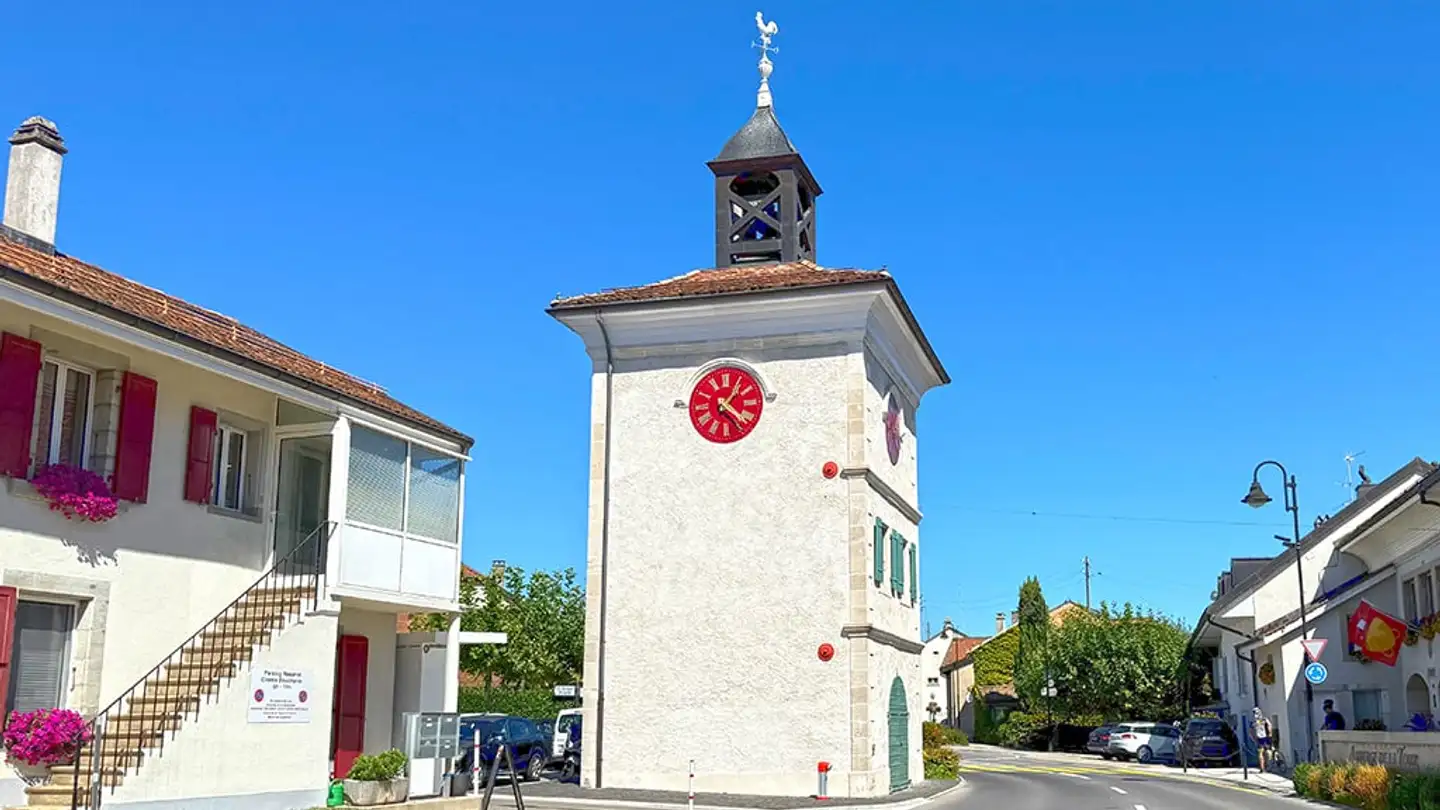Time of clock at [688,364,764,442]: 1:21
